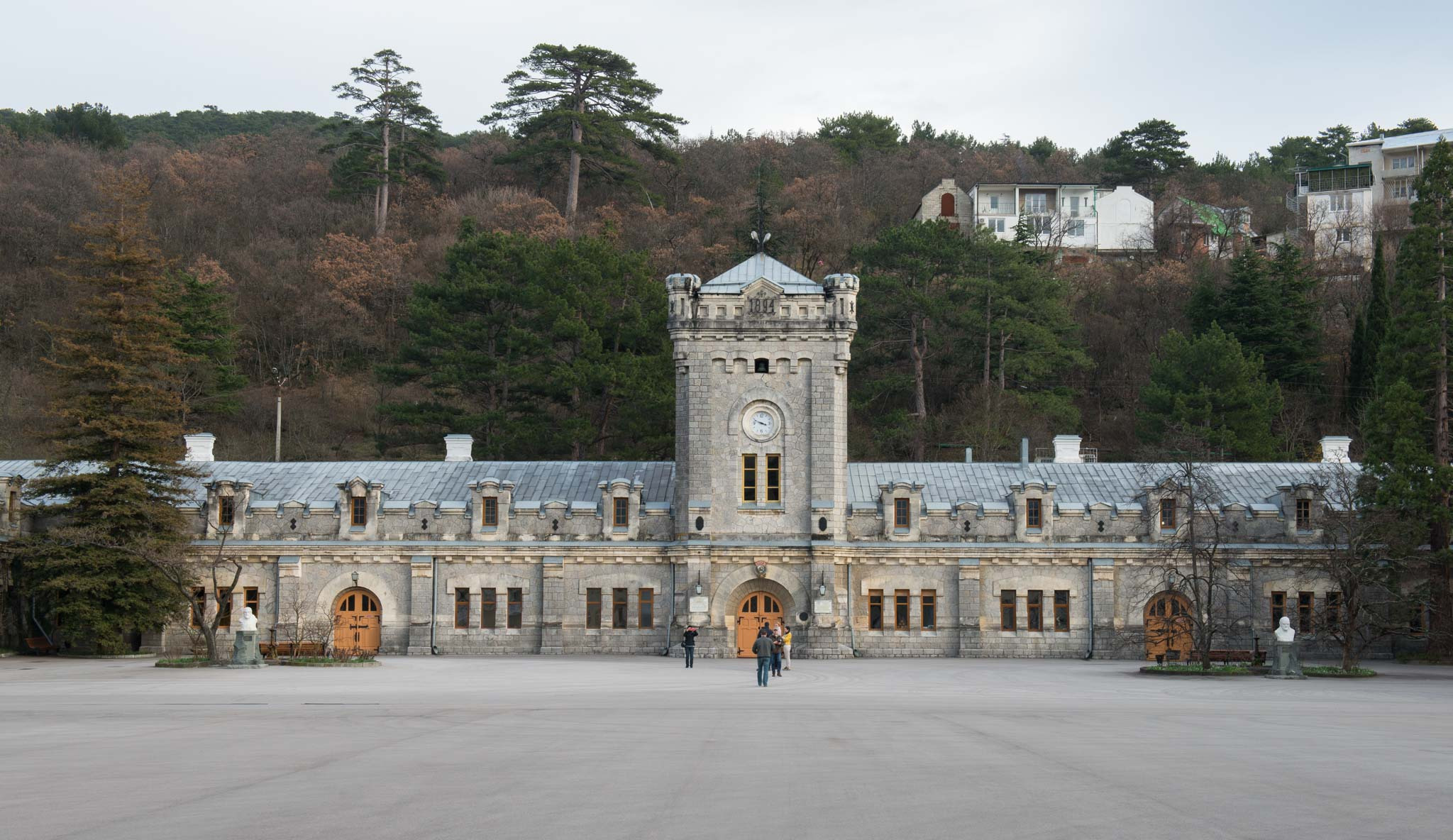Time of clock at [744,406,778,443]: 3:48
